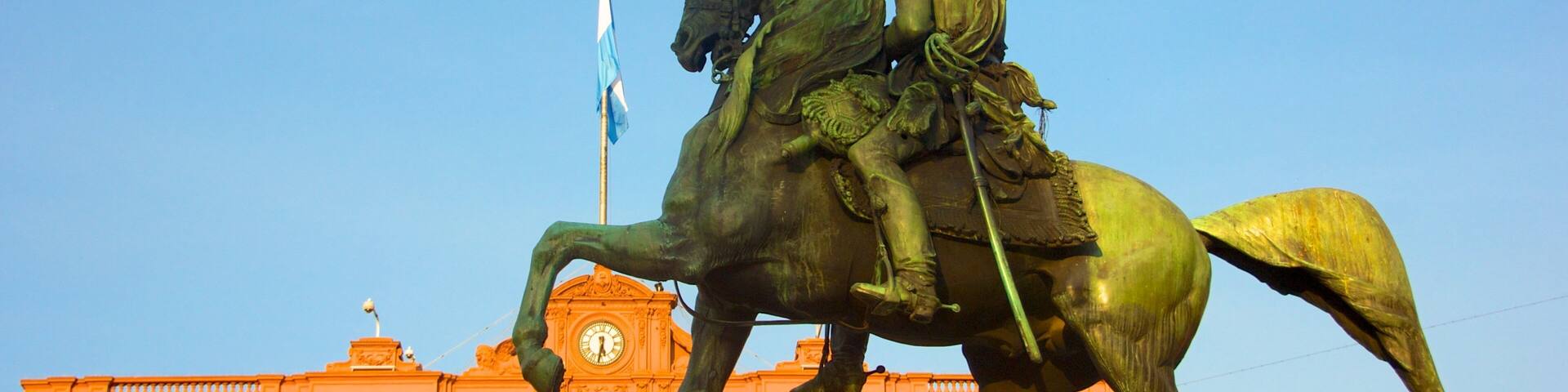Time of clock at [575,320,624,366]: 5:31
